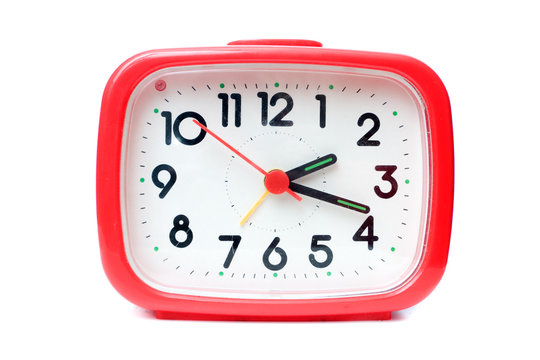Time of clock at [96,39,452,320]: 2:18
